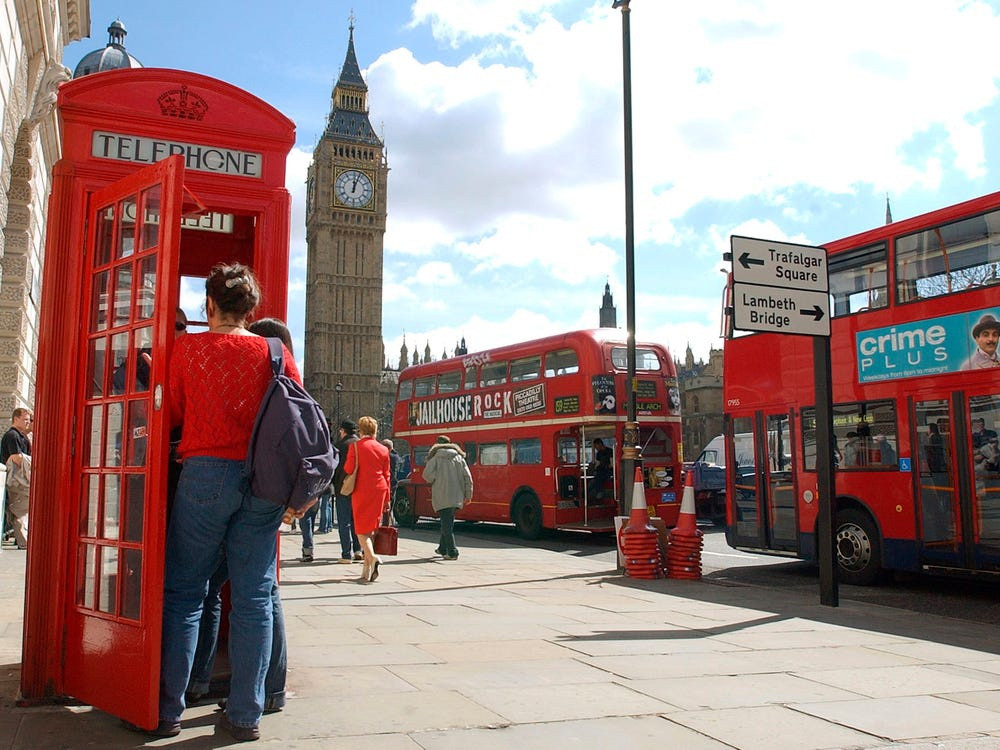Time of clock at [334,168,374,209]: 12:03
